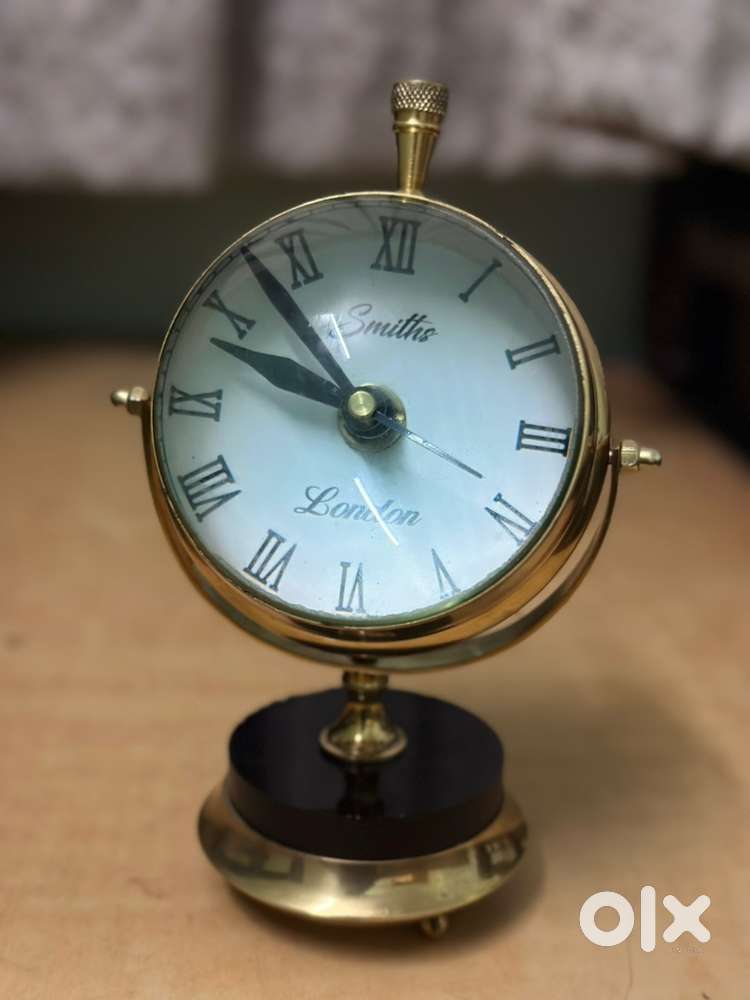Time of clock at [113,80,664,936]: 9:53
